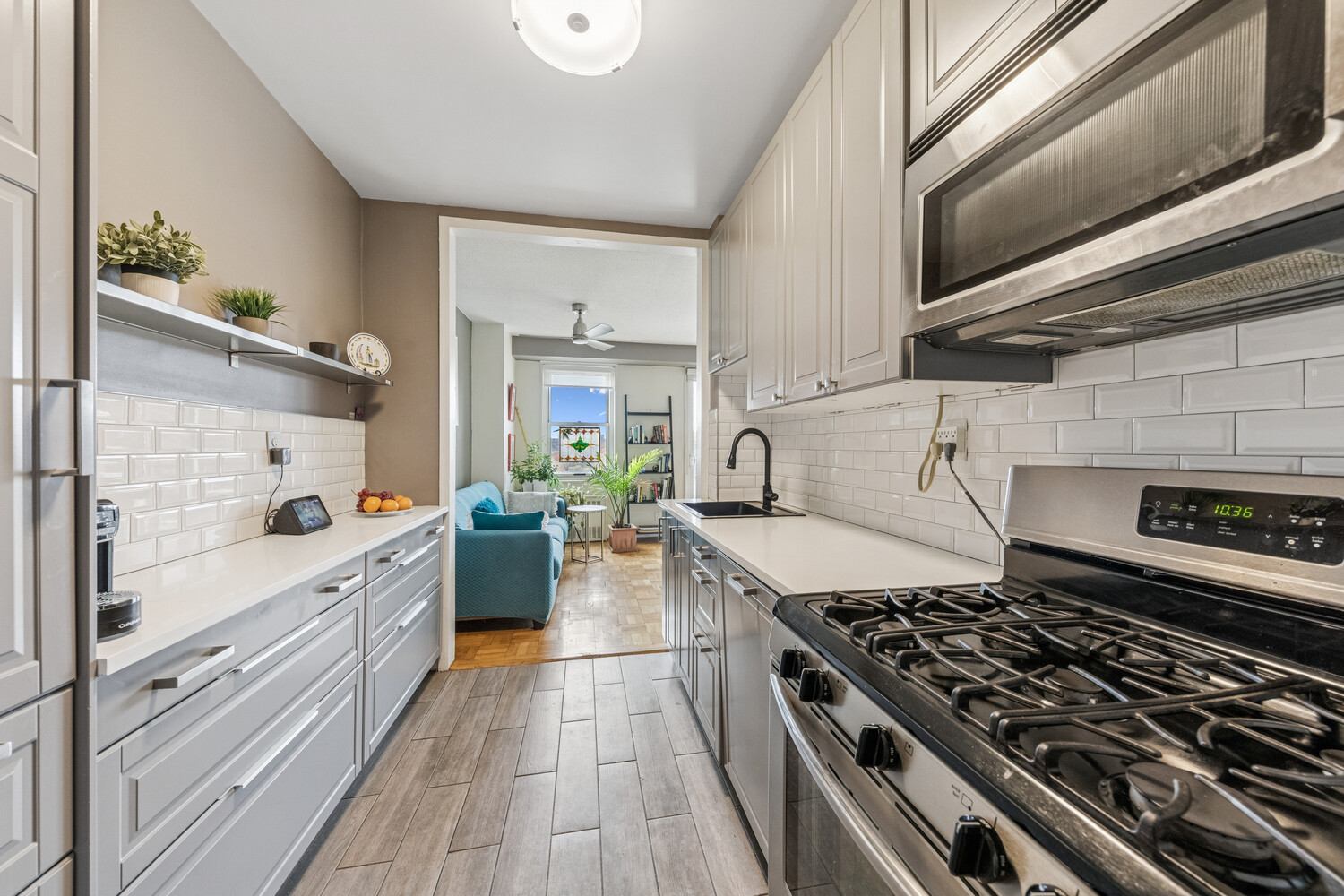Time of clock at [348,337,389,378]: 5:30
